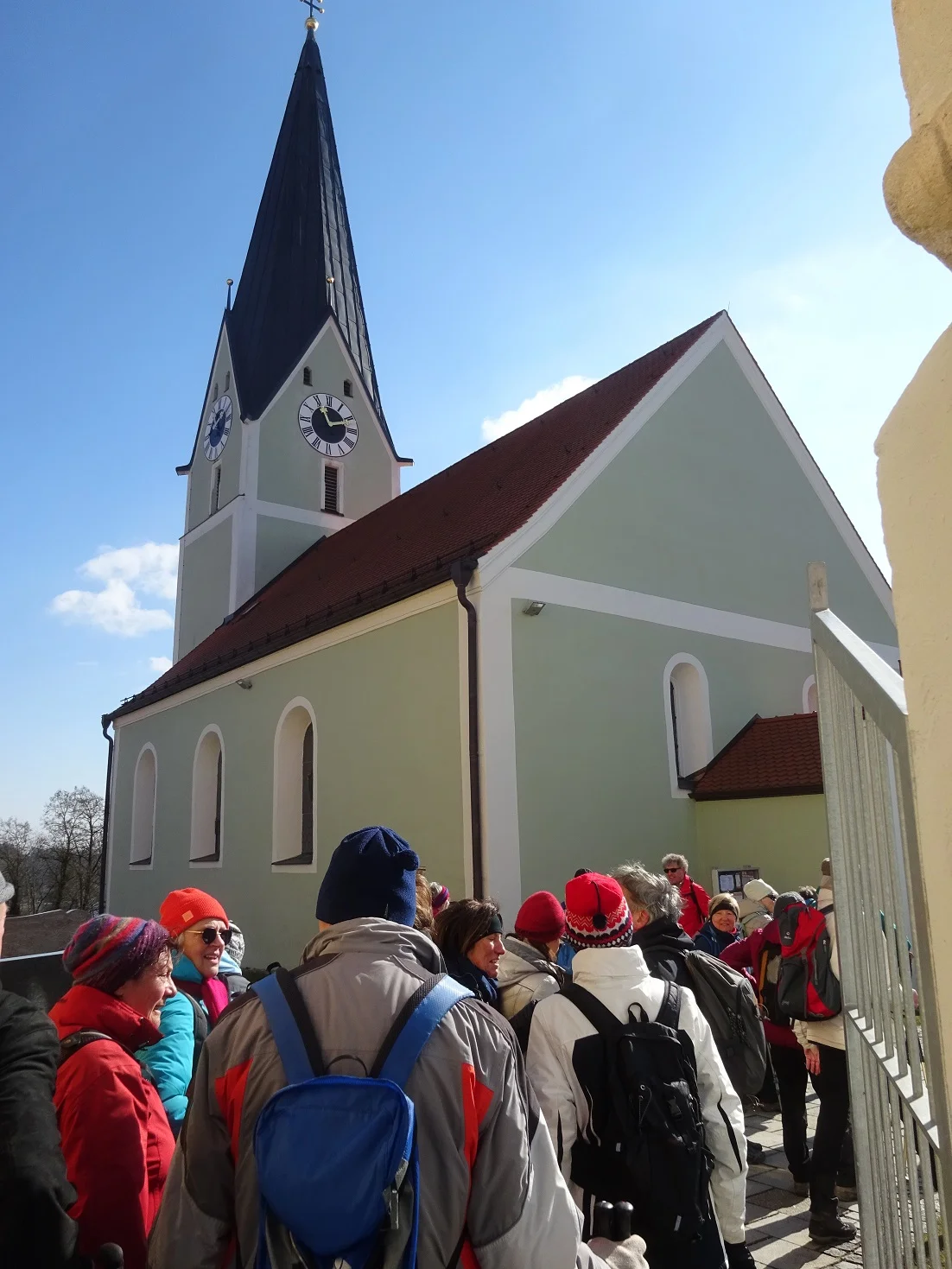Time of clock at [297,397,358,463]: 11:12
